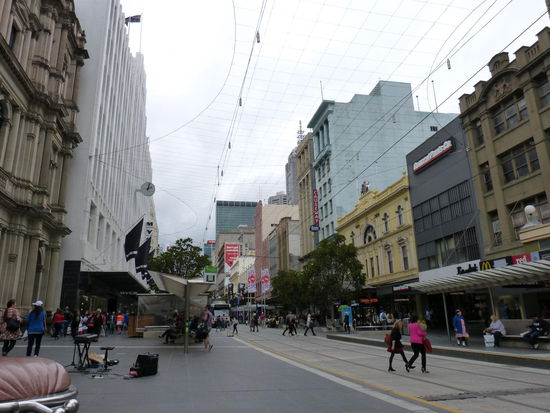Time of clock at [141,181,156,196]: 2:01
